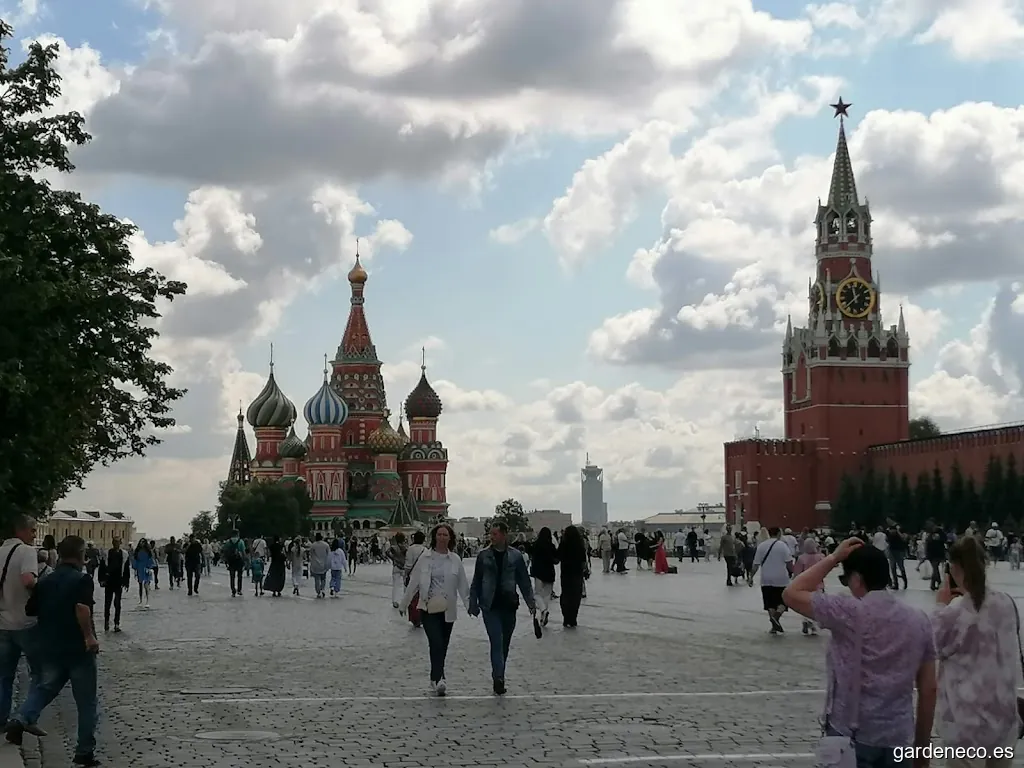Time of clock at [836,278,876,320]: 11:37
